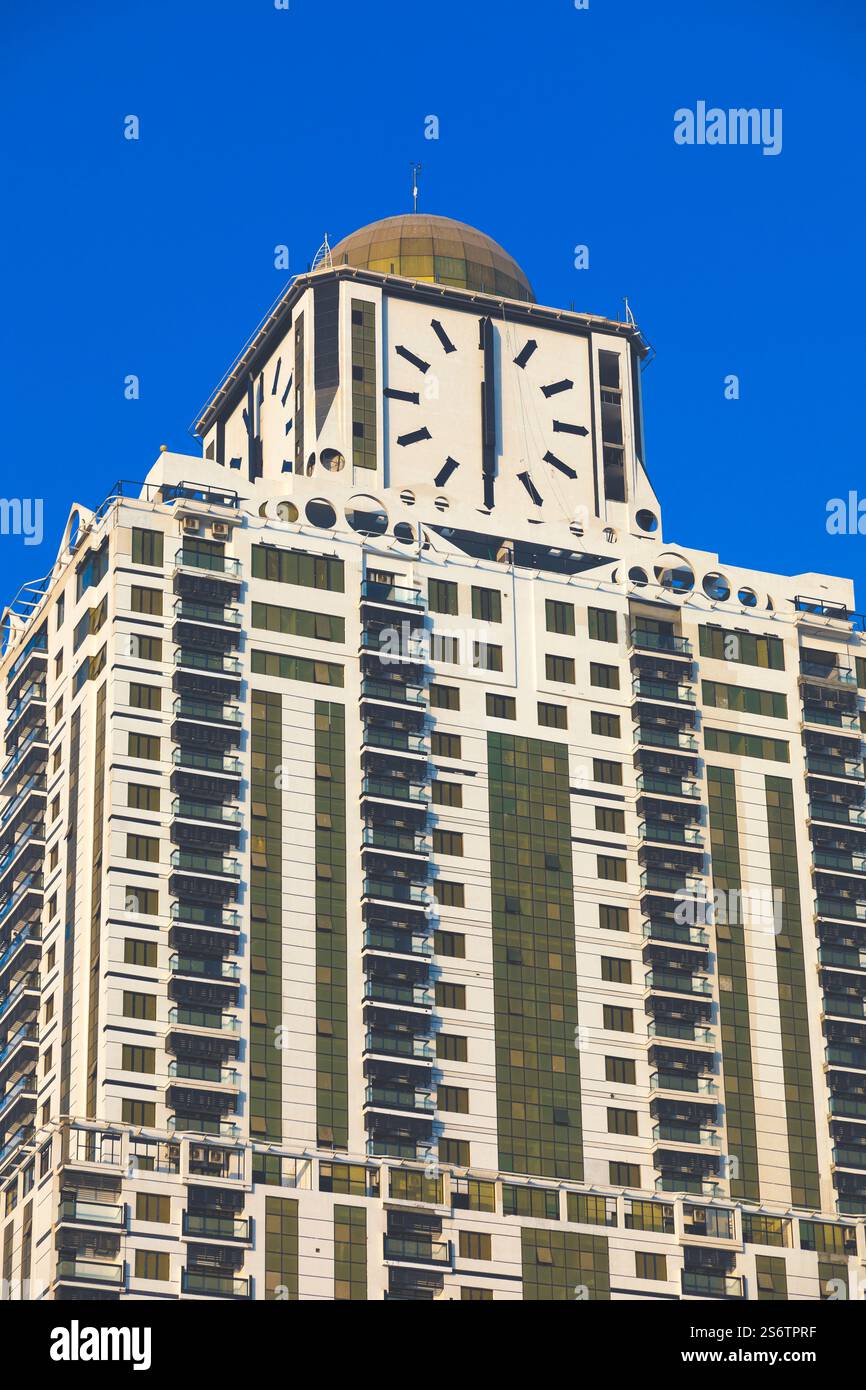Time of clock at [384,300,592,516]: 6:00
